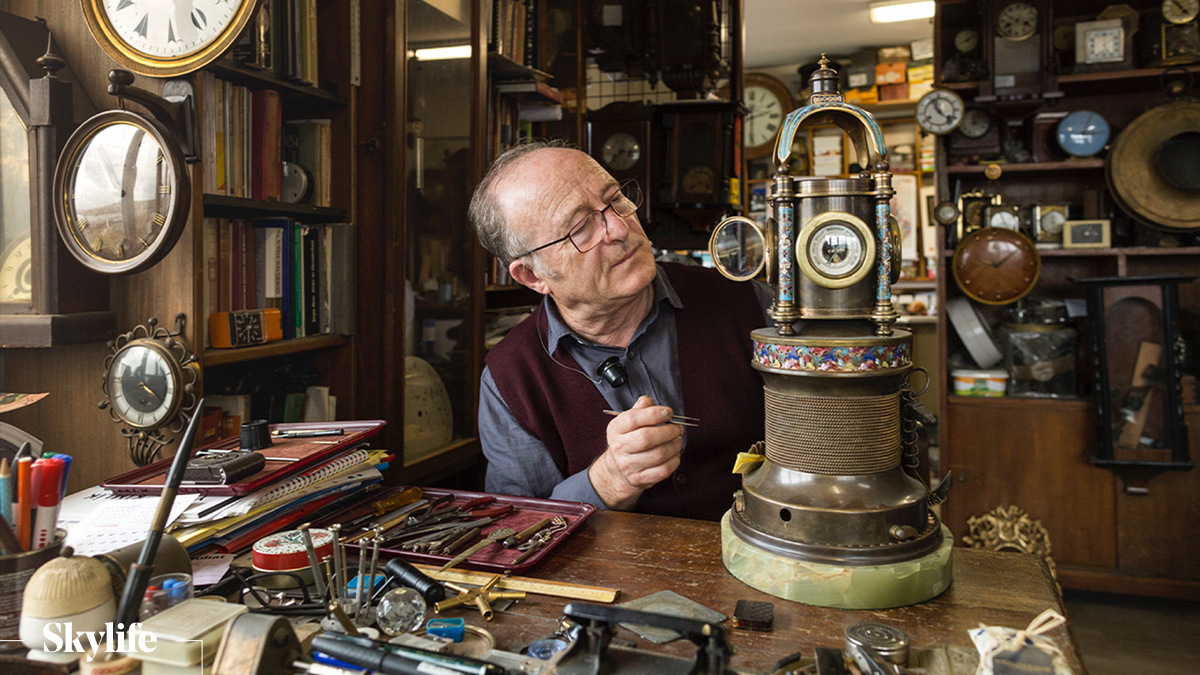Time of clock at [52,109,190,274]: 12:28
